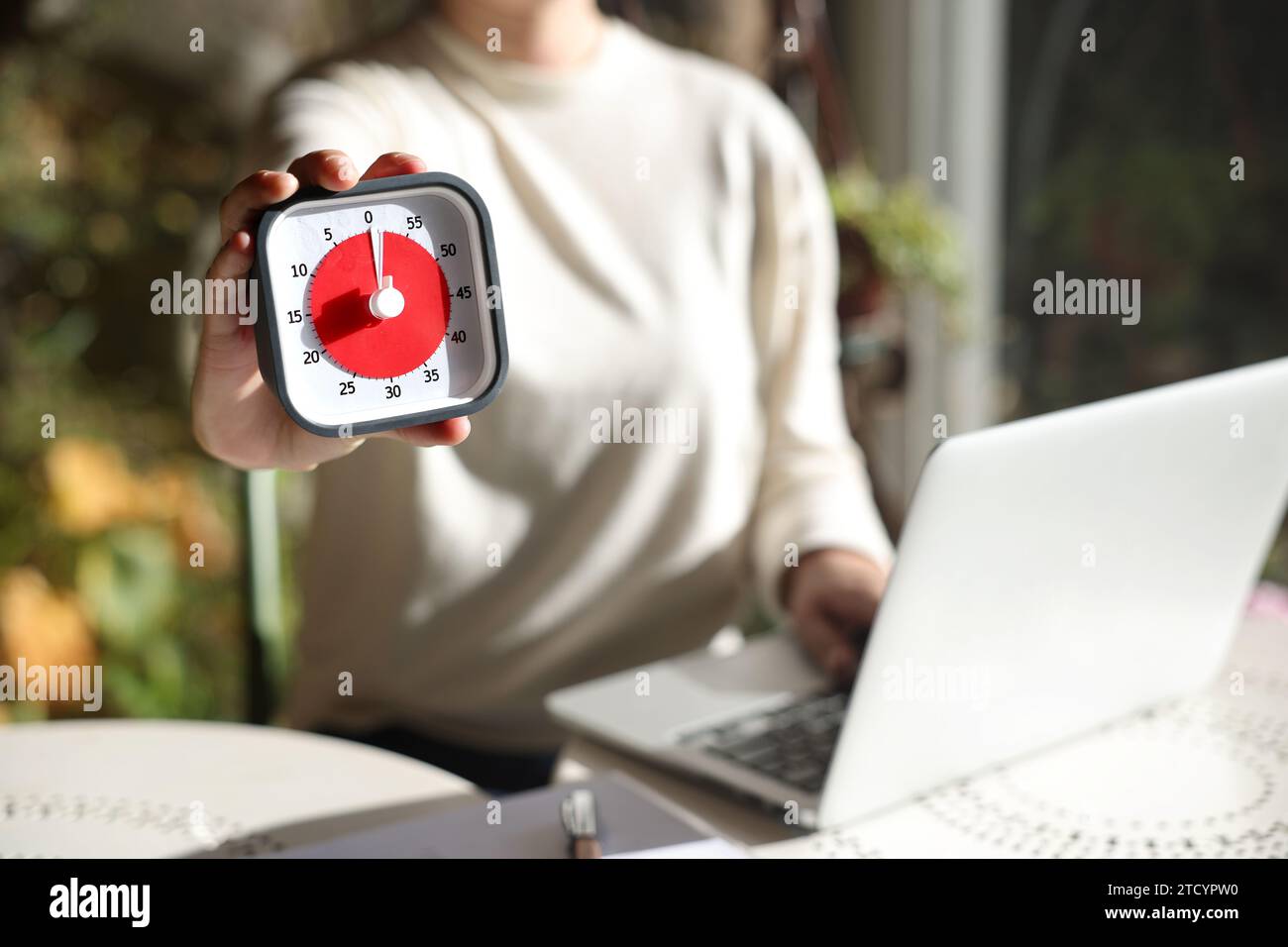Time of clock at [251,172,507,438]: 12:00
